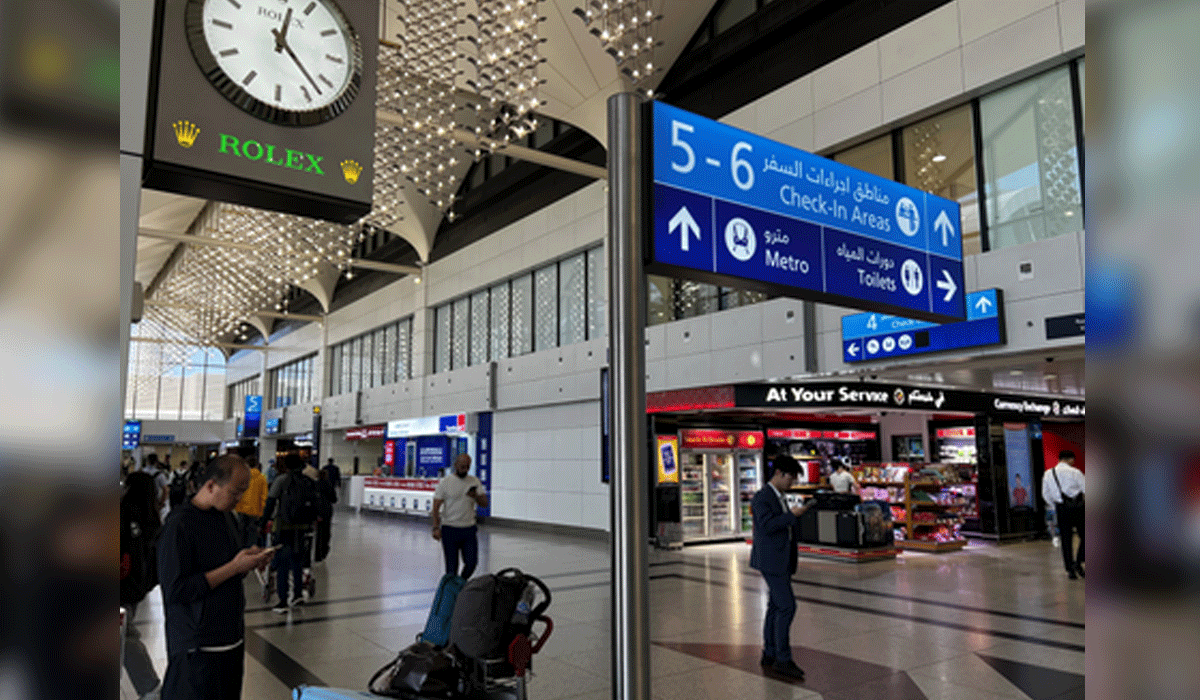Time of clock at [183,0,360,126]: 12:22
